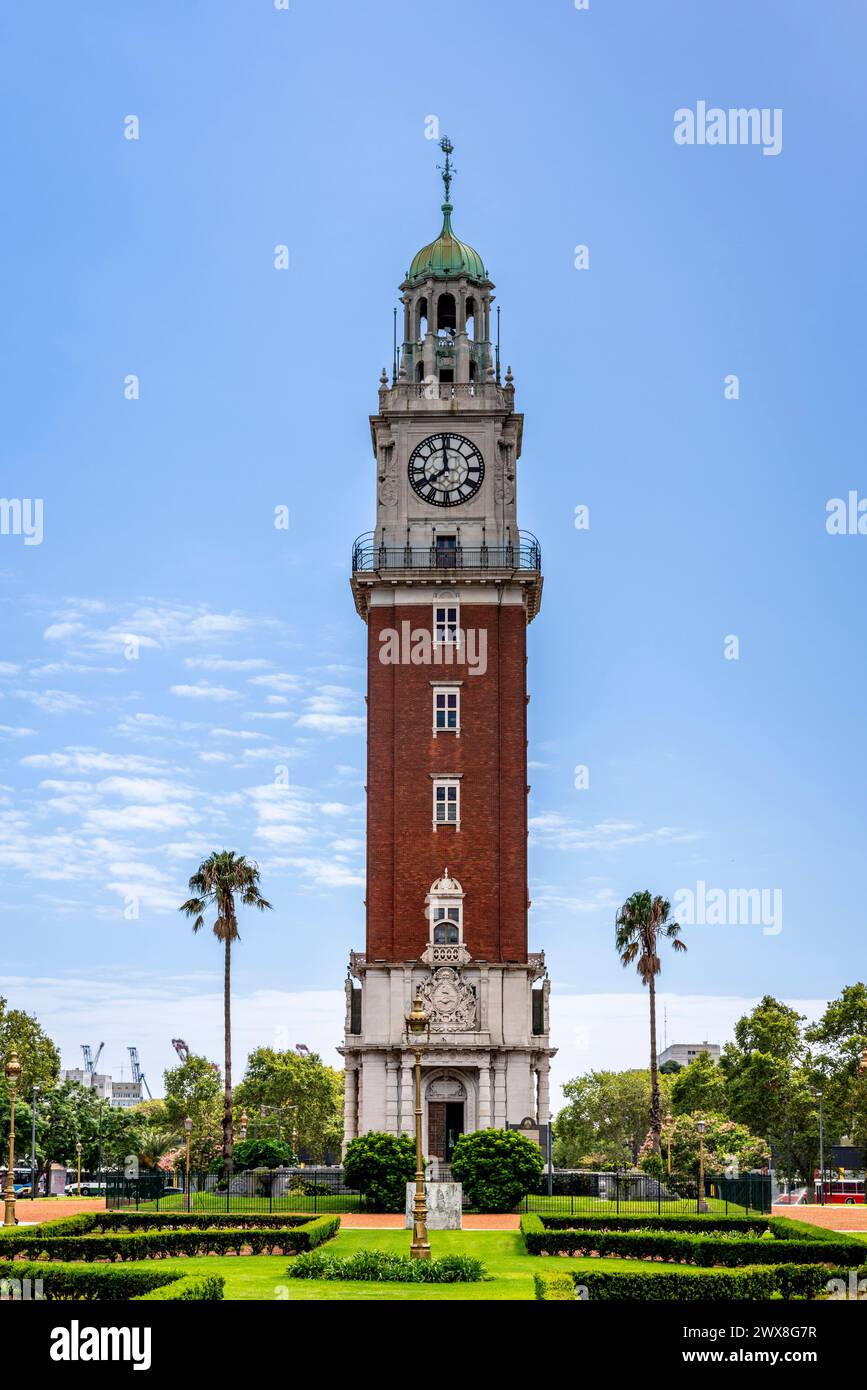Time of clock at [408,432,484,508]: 7:58
